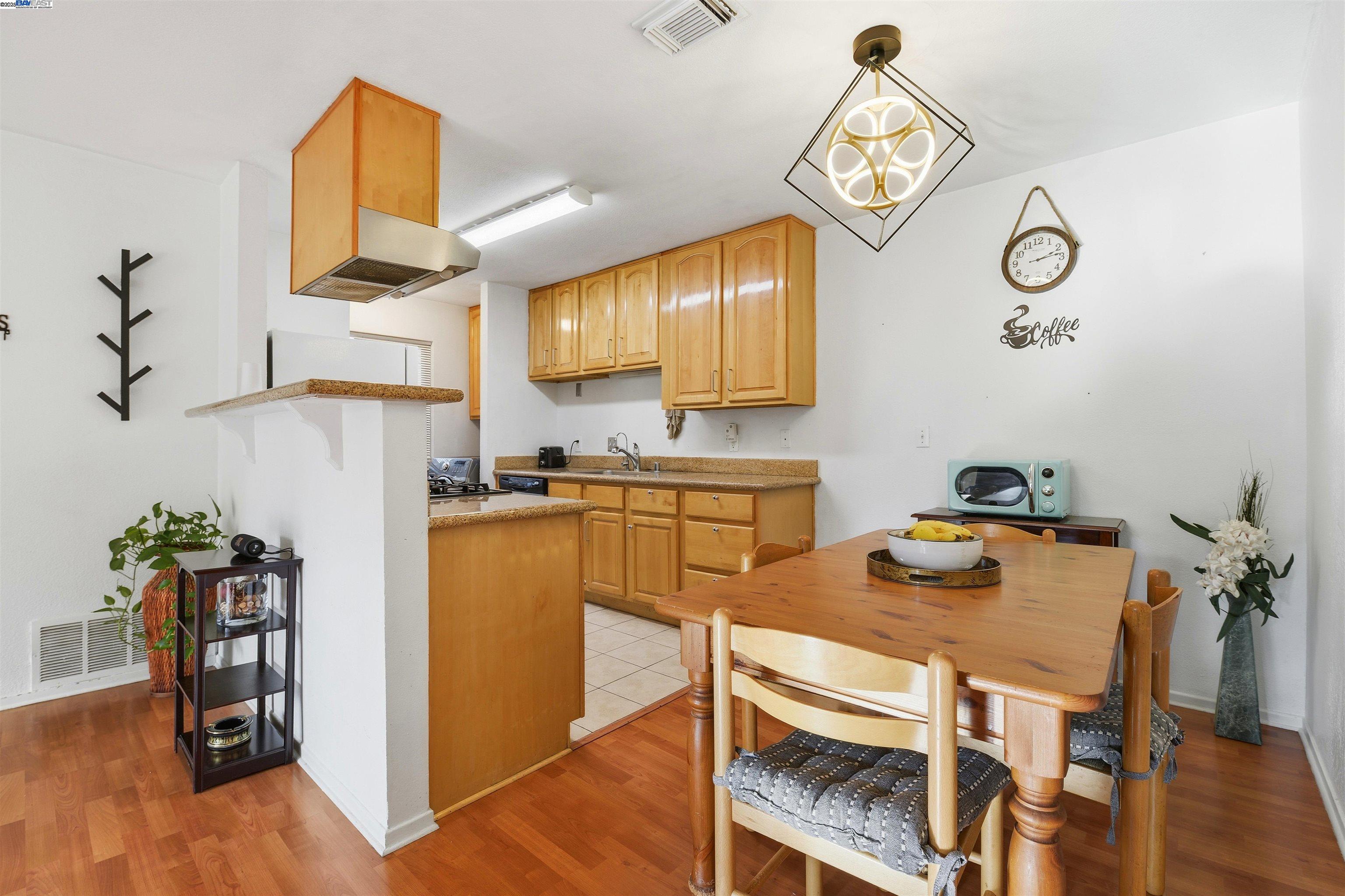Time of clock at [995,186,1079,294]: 2:12
